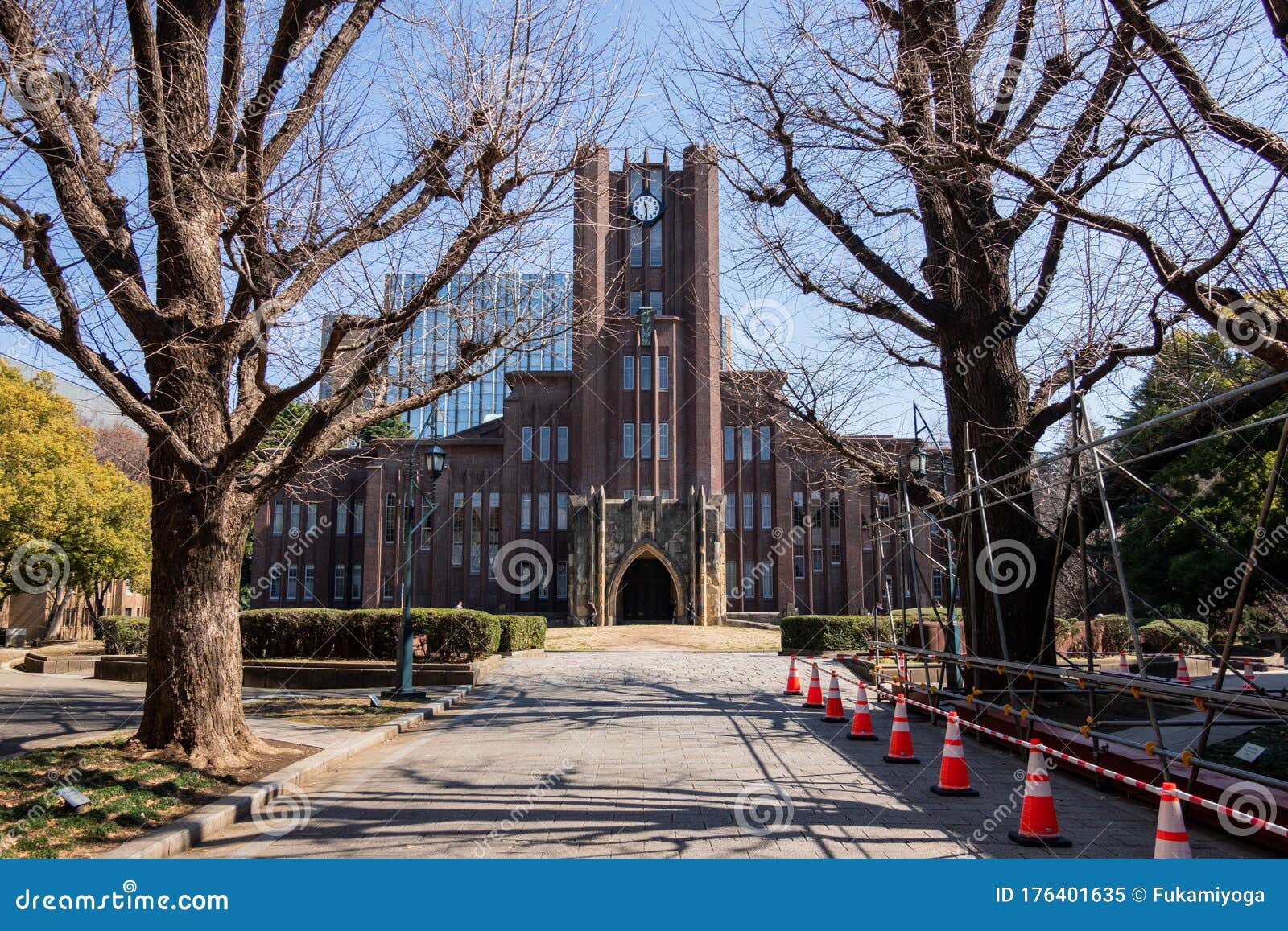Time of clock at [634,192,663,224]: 11:29
